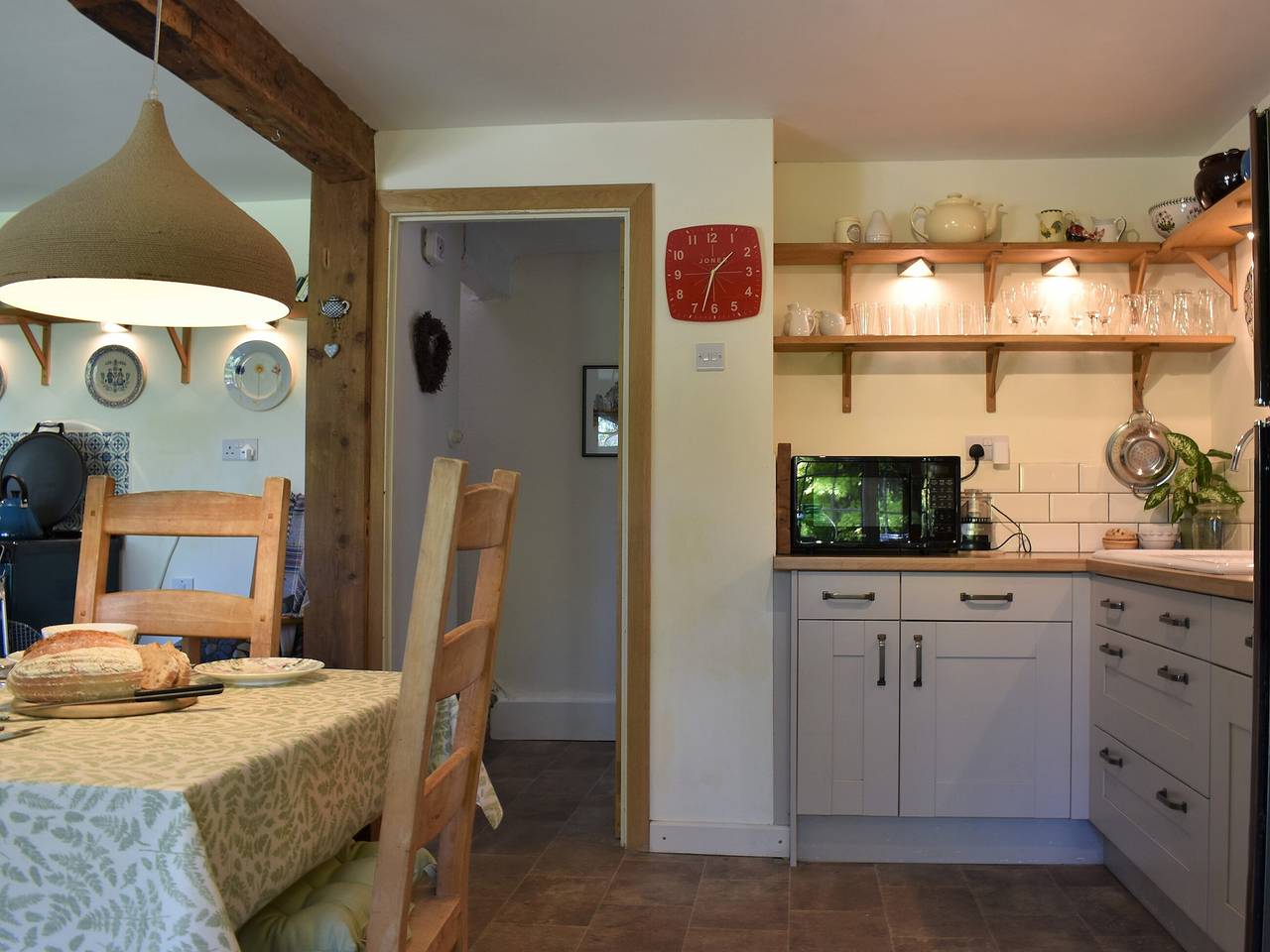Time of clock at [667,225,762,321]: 1:33
